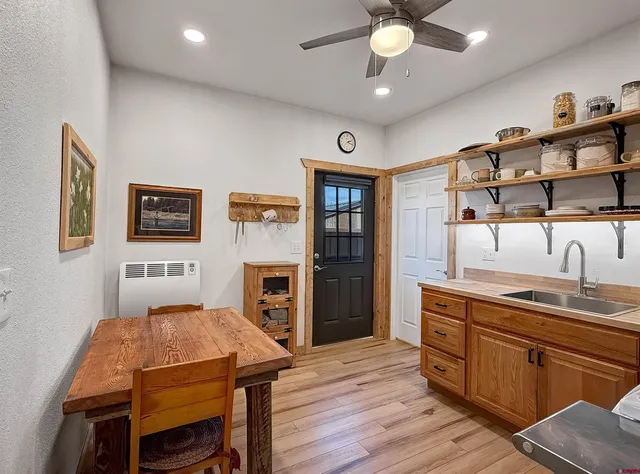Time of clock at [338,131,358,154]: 2:18
